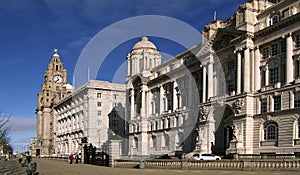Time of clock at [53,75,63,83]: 11:37
